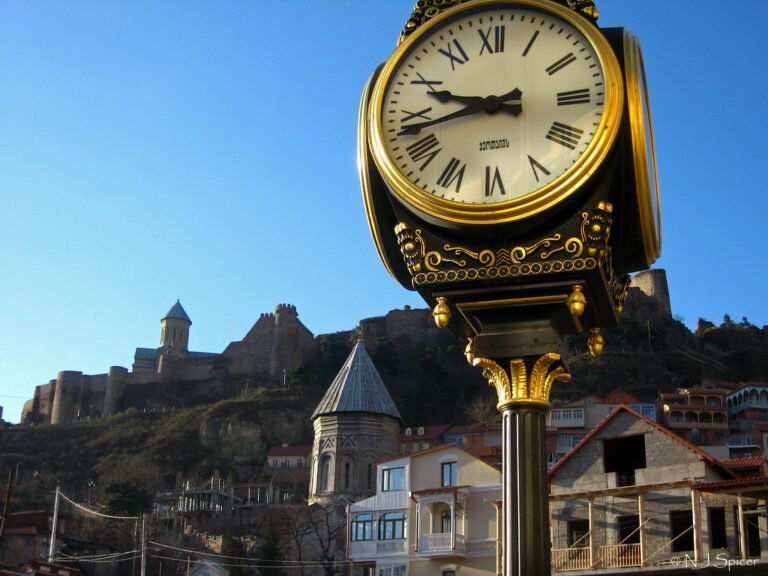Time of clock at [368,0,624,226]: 9:42
